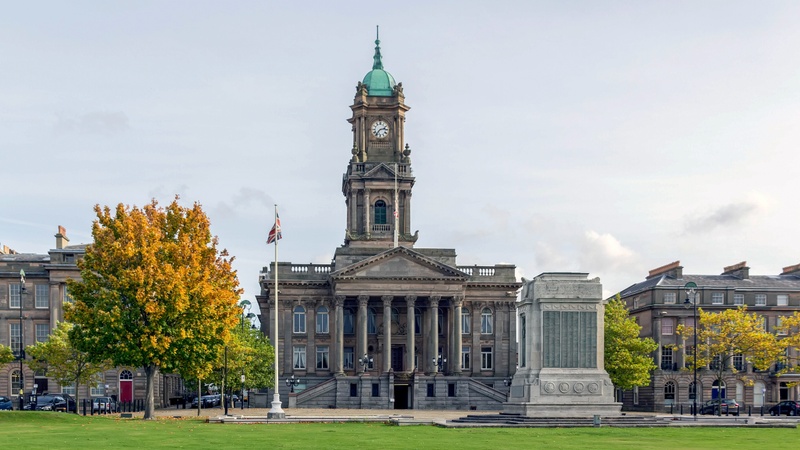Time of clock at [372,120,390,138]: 2:36
